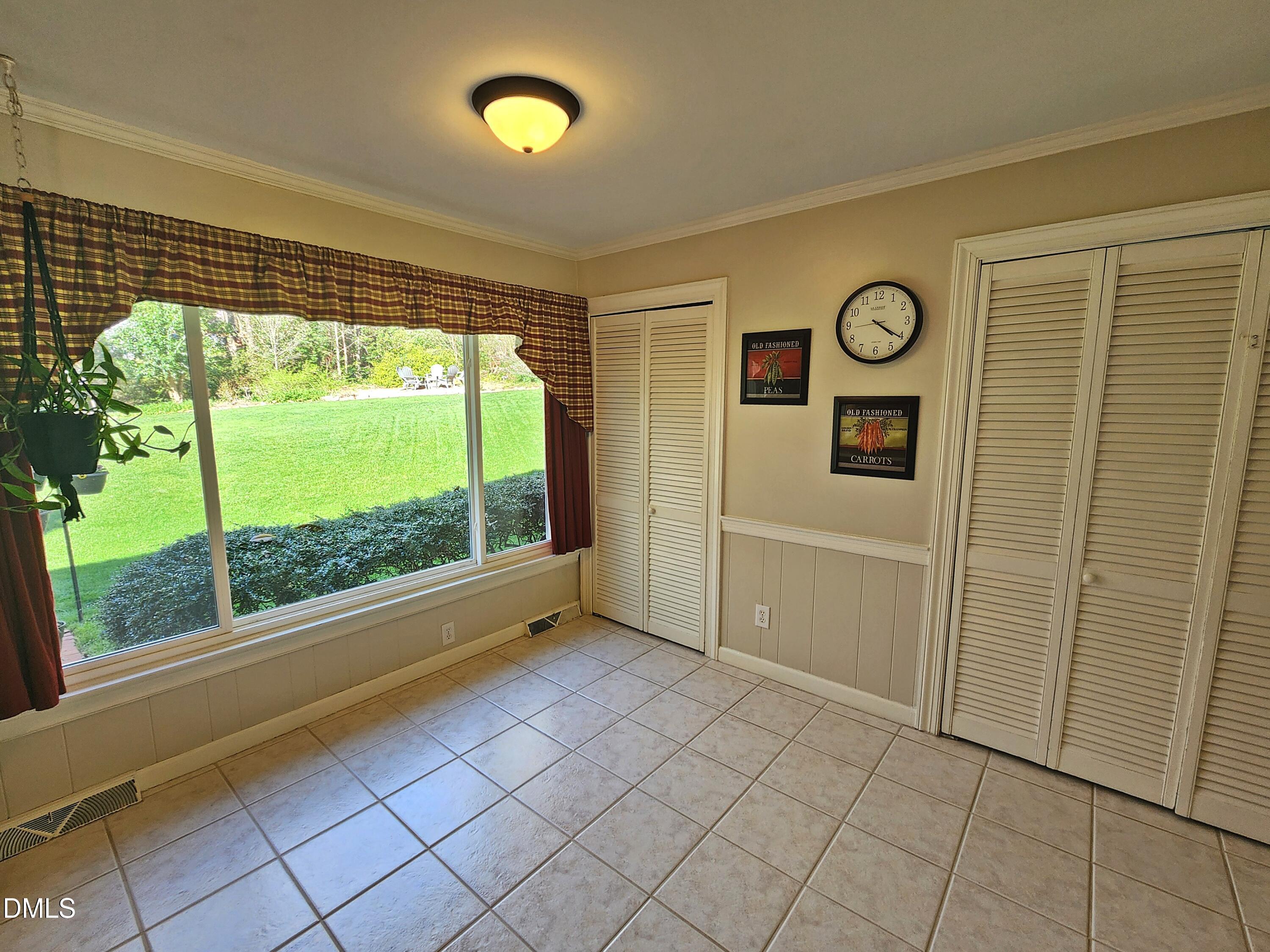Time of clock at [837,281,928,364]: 4:20
